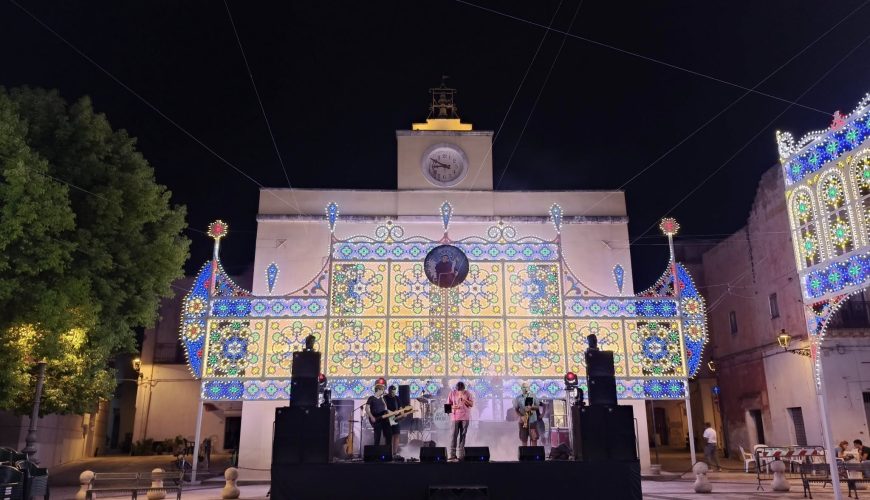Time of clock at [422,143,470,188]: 8:49
